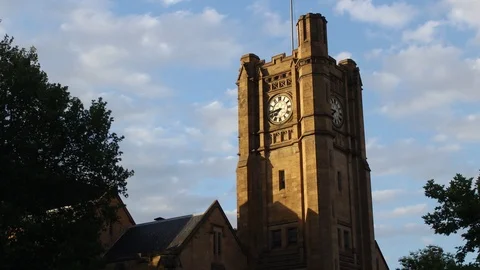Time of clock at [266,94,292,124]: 7:43
